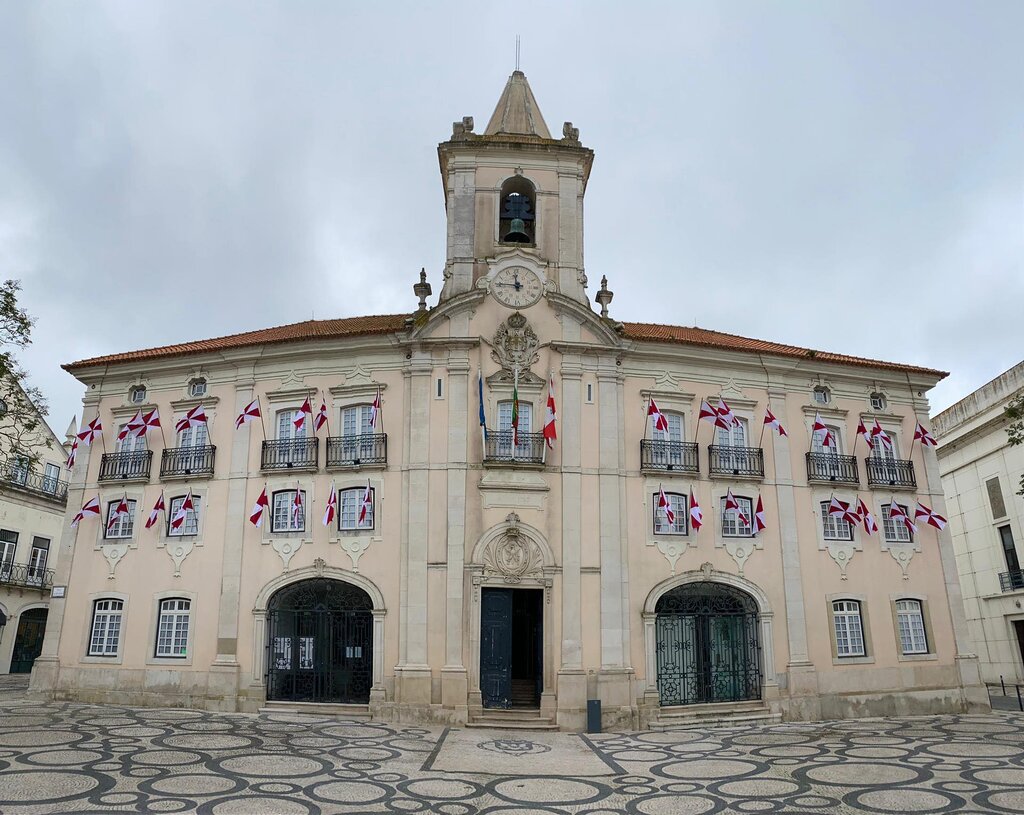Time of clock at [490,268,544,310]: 11:45
